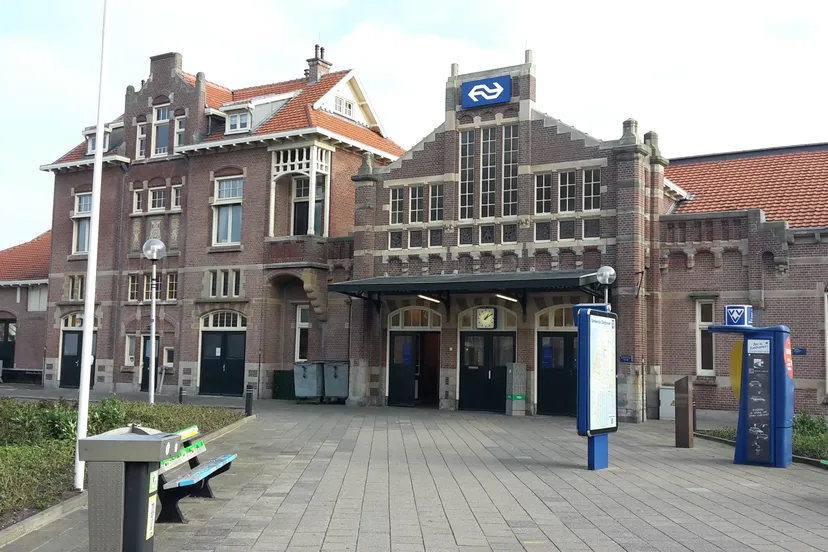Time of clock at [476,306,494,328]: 1:09
